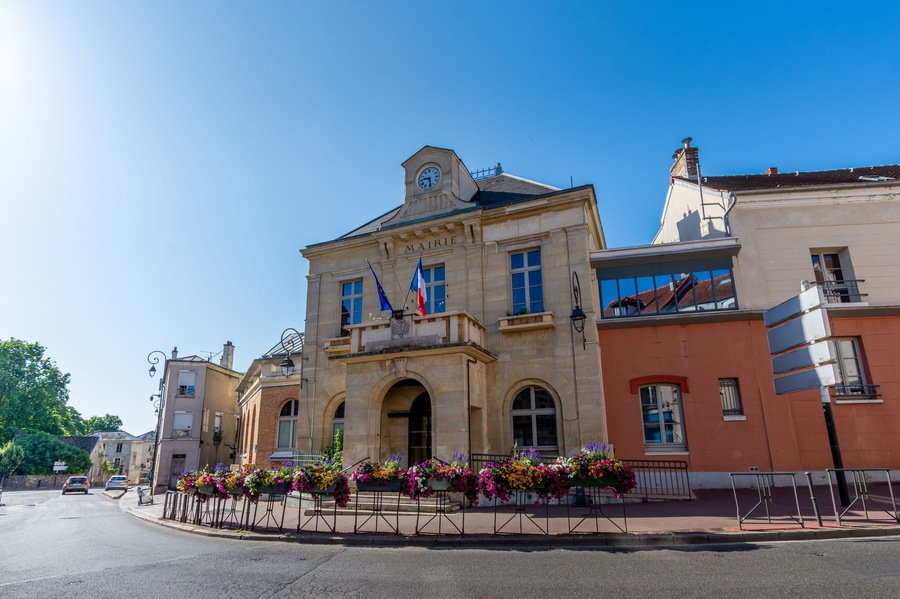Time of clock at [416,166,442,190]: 9:28
